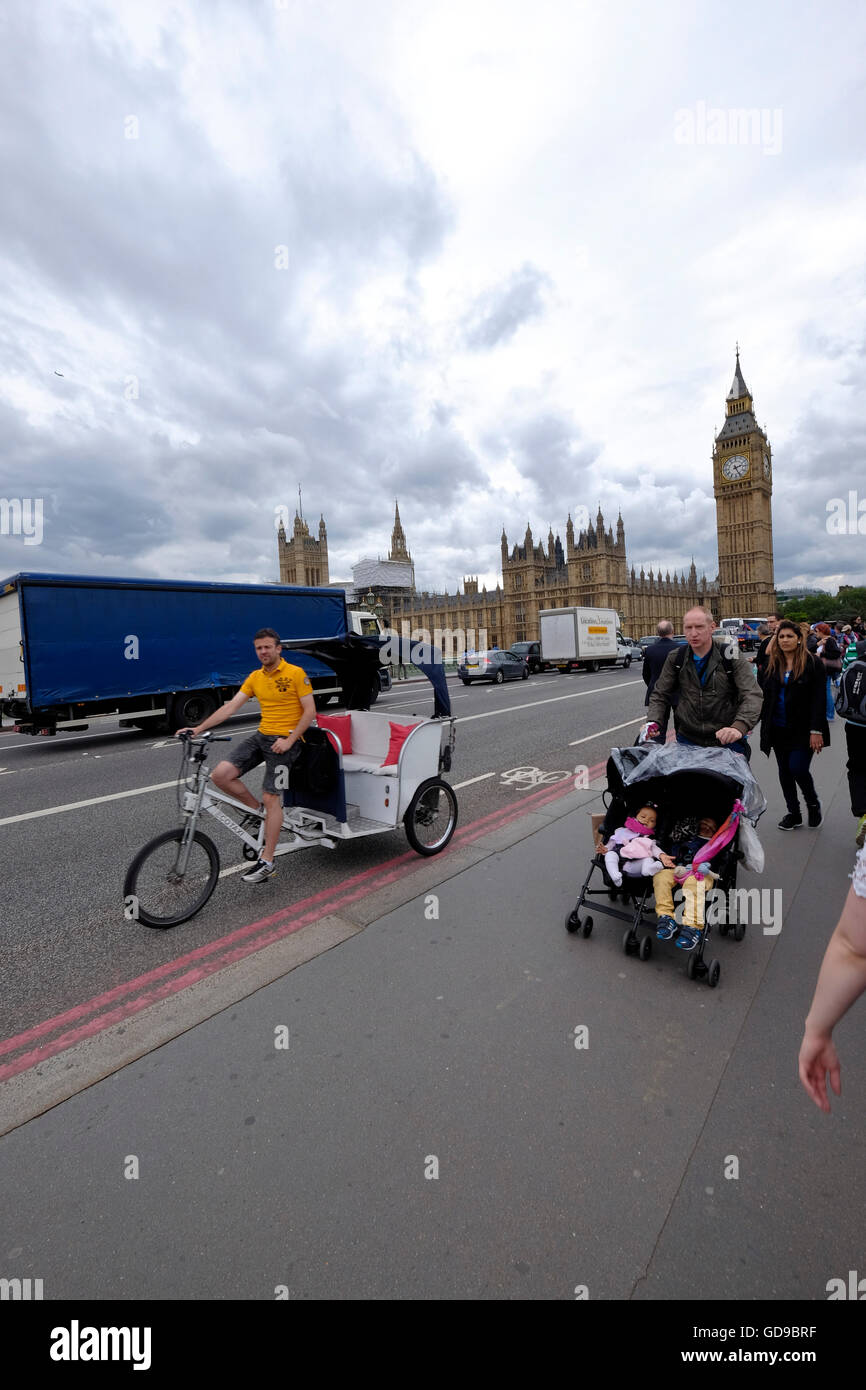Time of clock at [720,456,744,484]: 2:25
